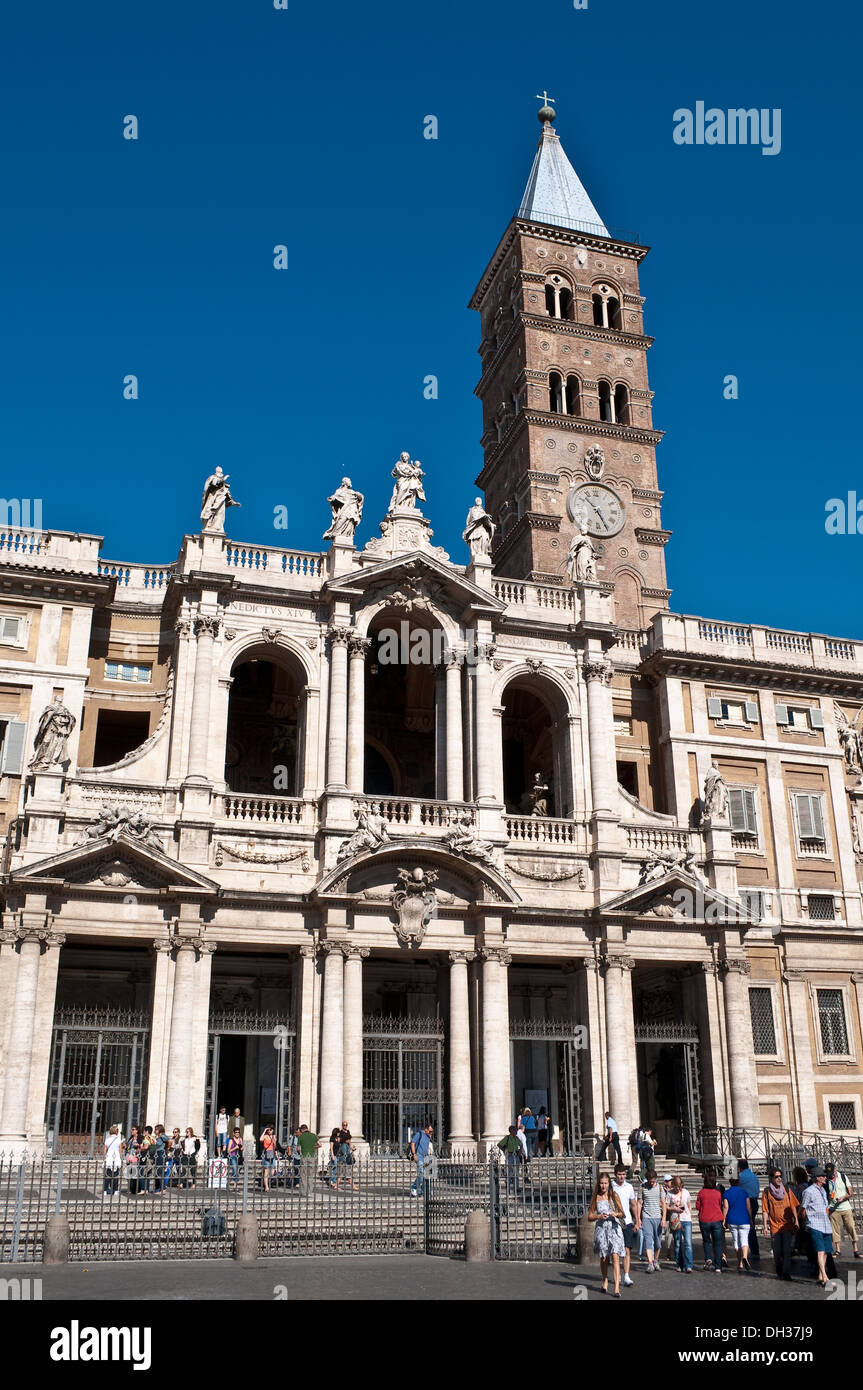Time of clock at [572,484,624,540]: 10:25
